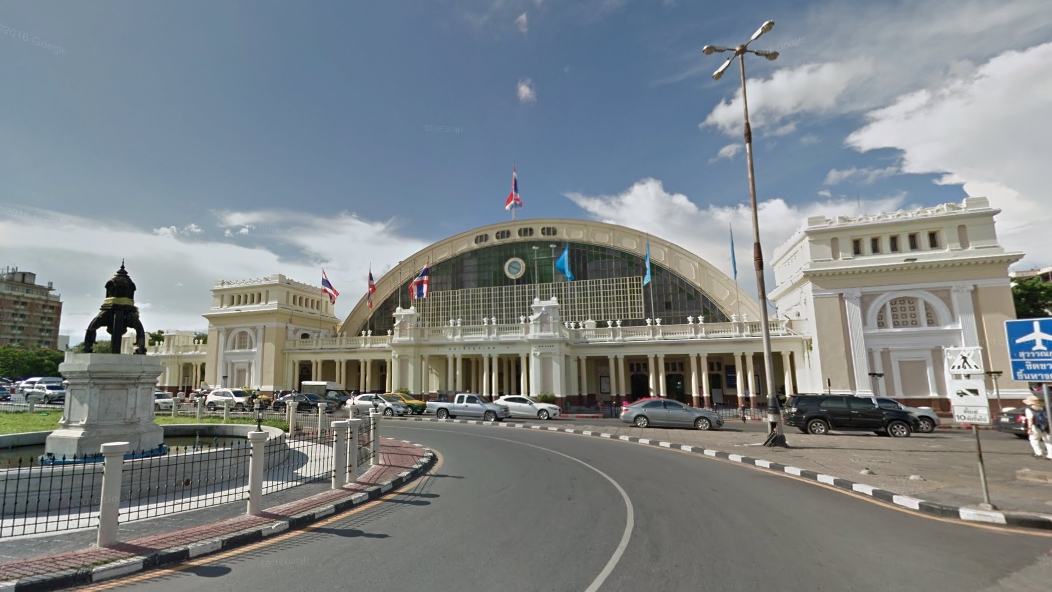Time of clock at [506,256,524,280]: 3:48
